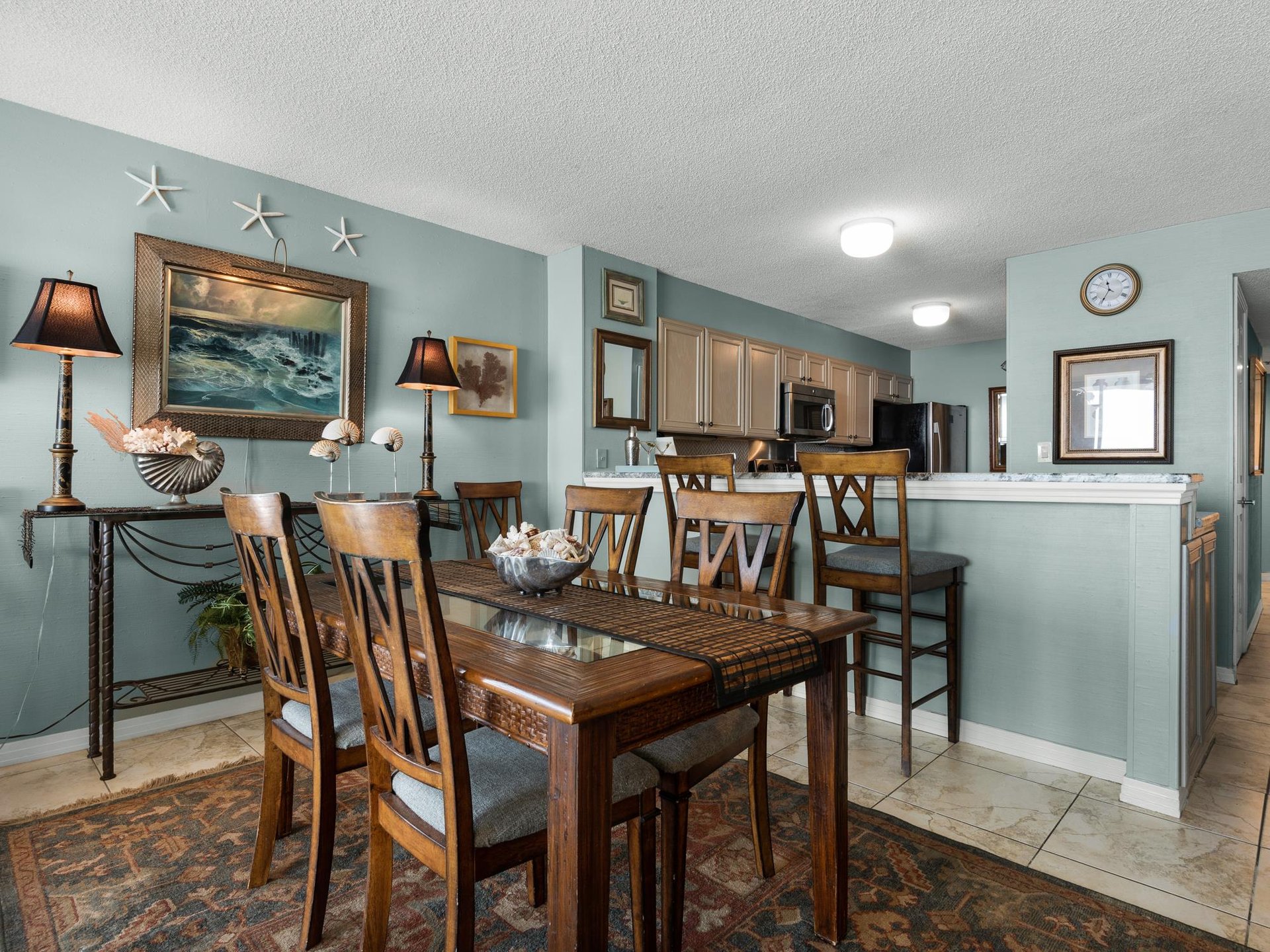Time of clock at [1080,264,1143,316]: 11:34
